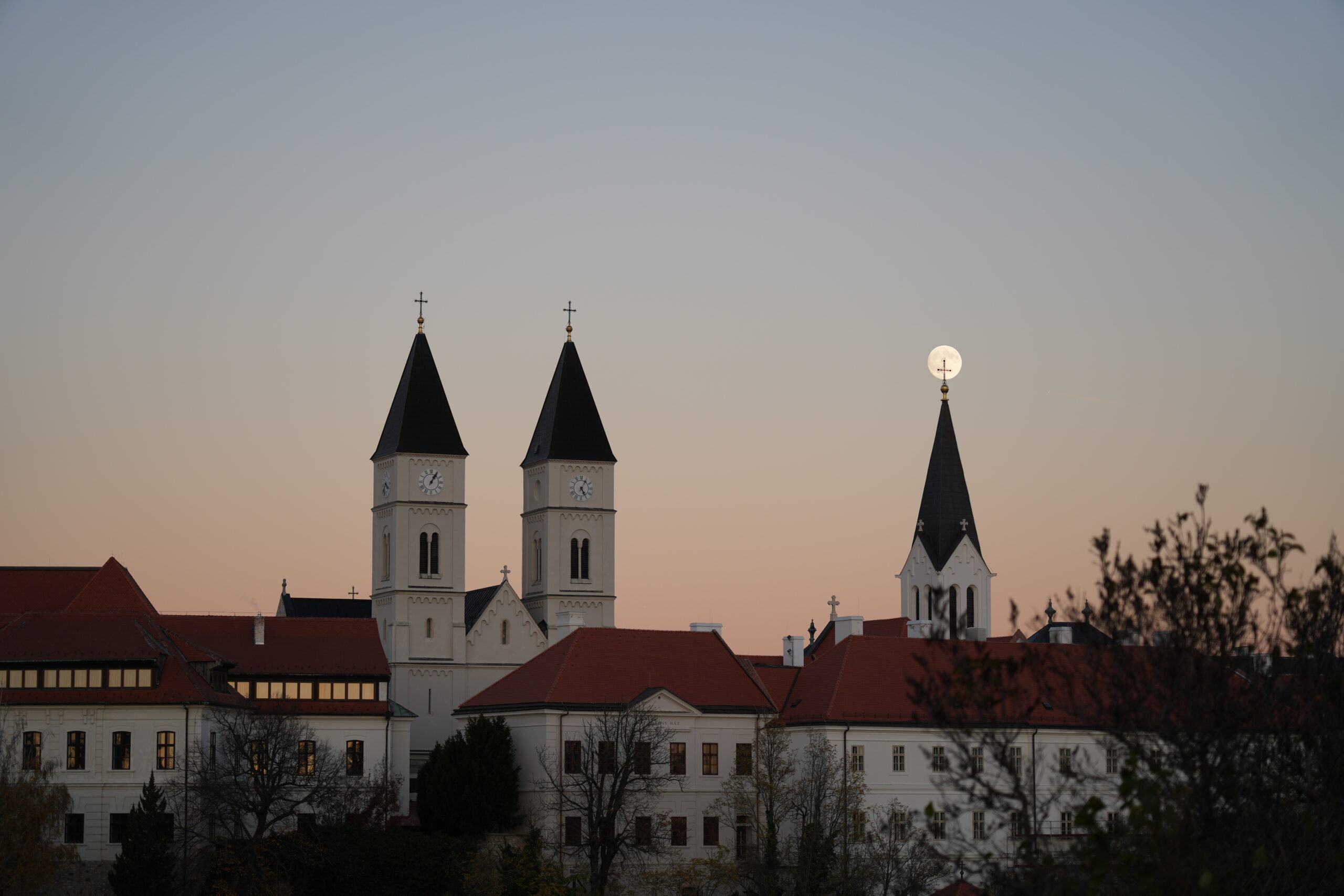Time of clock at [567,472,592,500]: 5:05
